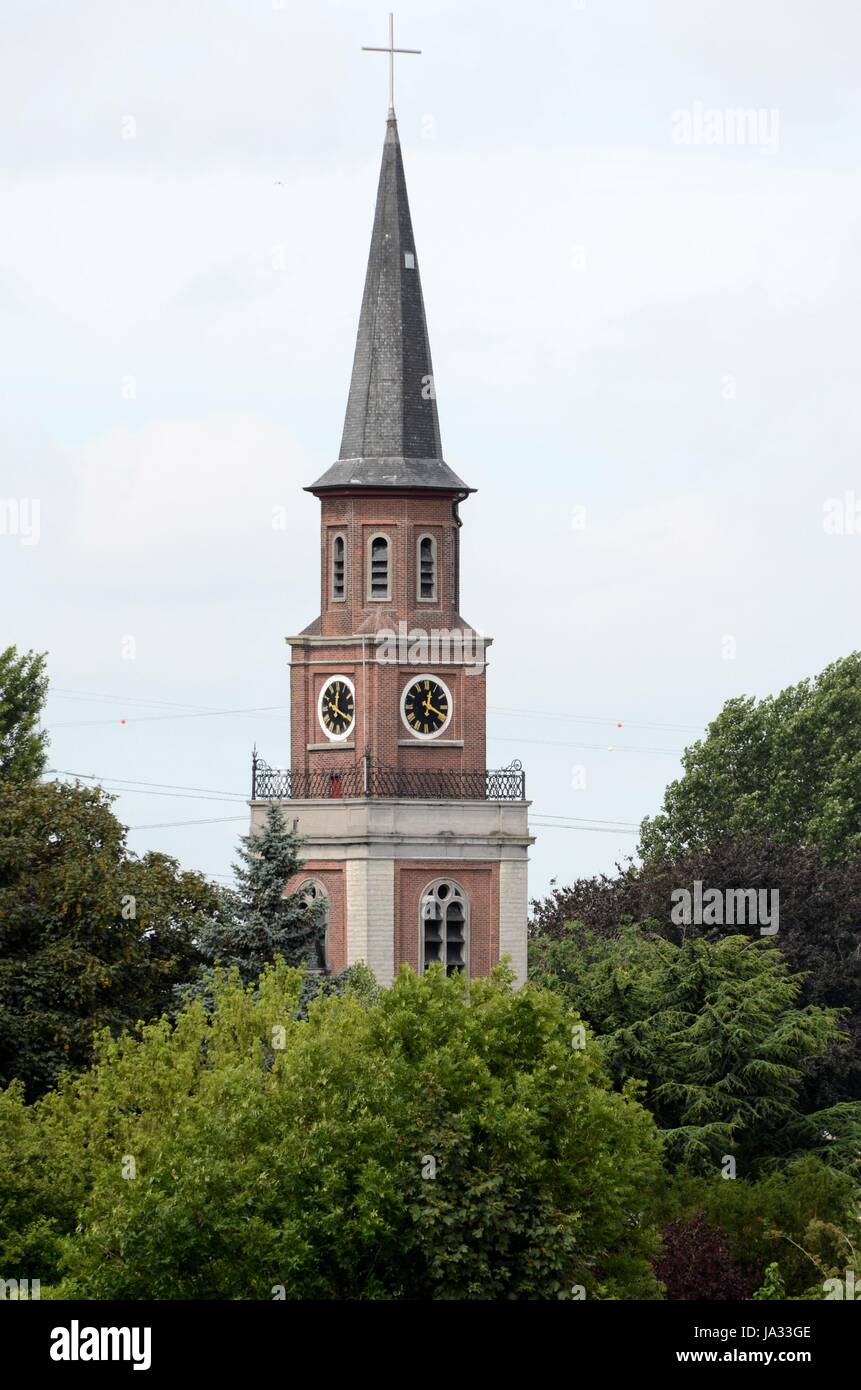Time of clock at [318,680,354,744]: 12:20
